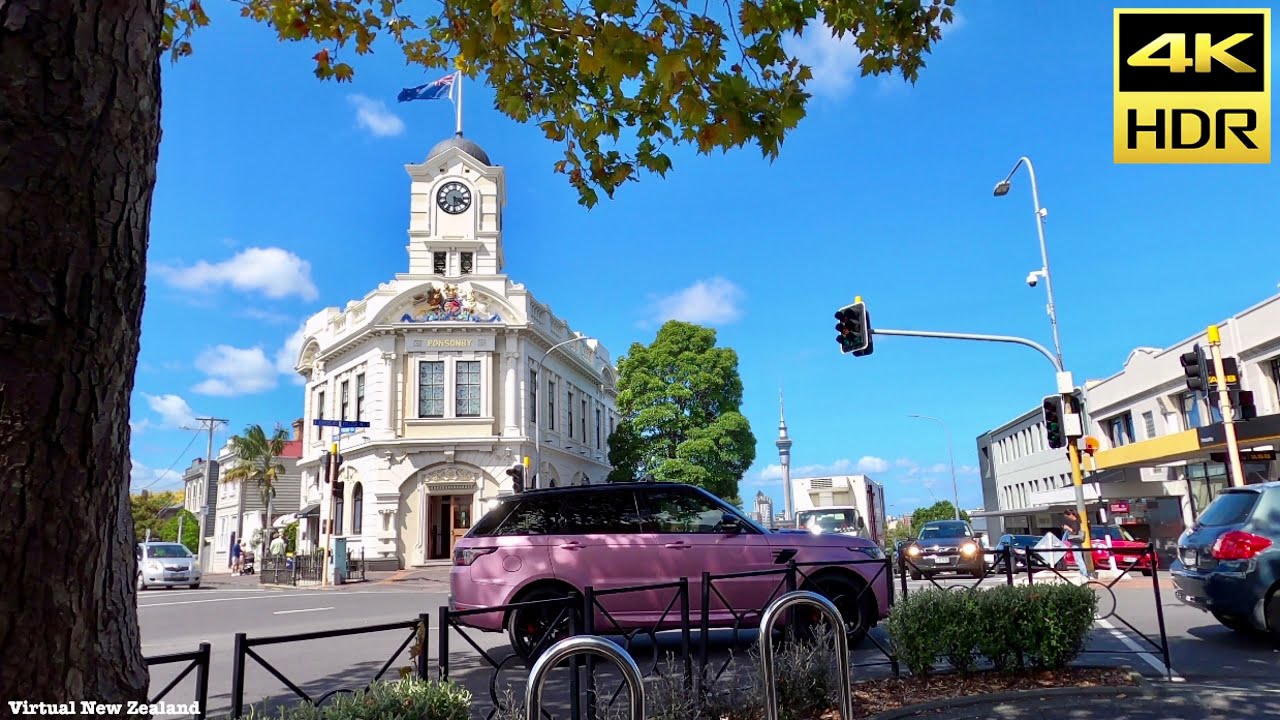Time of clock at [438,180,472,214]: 3:29
